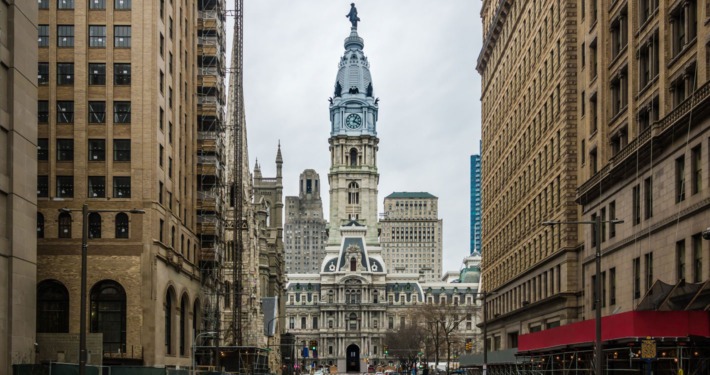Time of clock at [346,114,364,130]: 4:04
